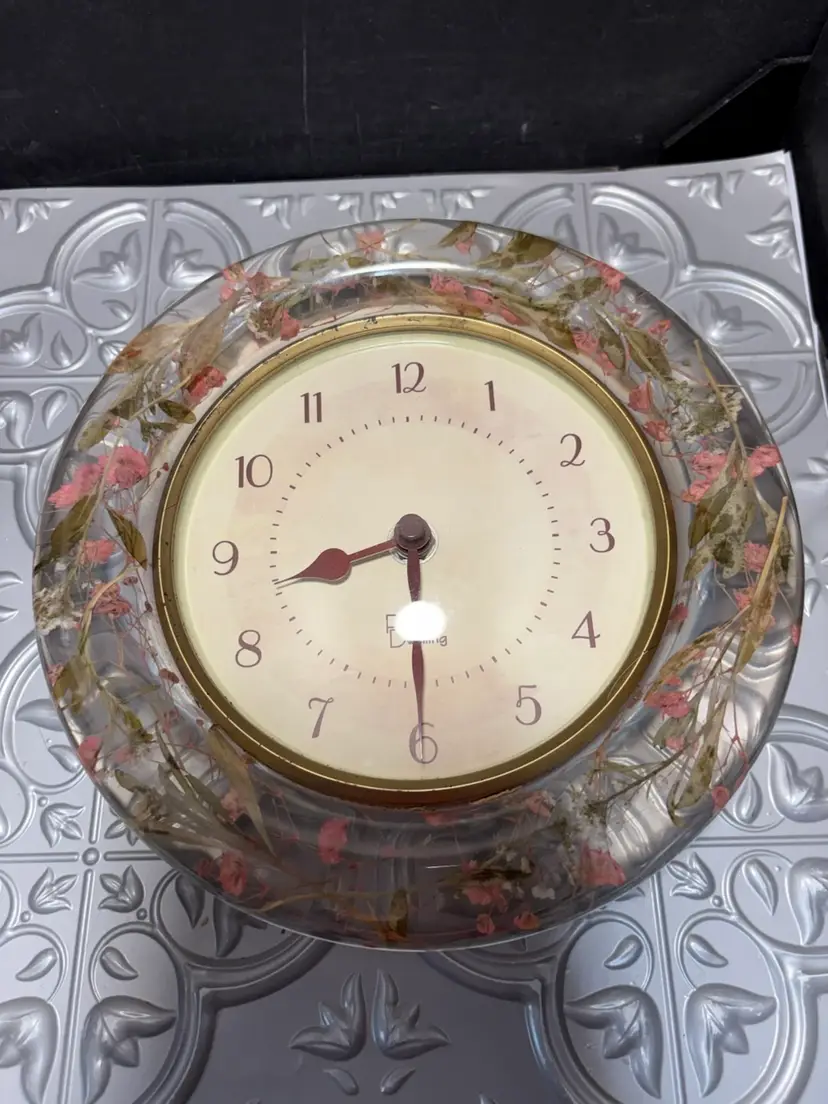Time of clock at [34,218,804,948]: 8:29
